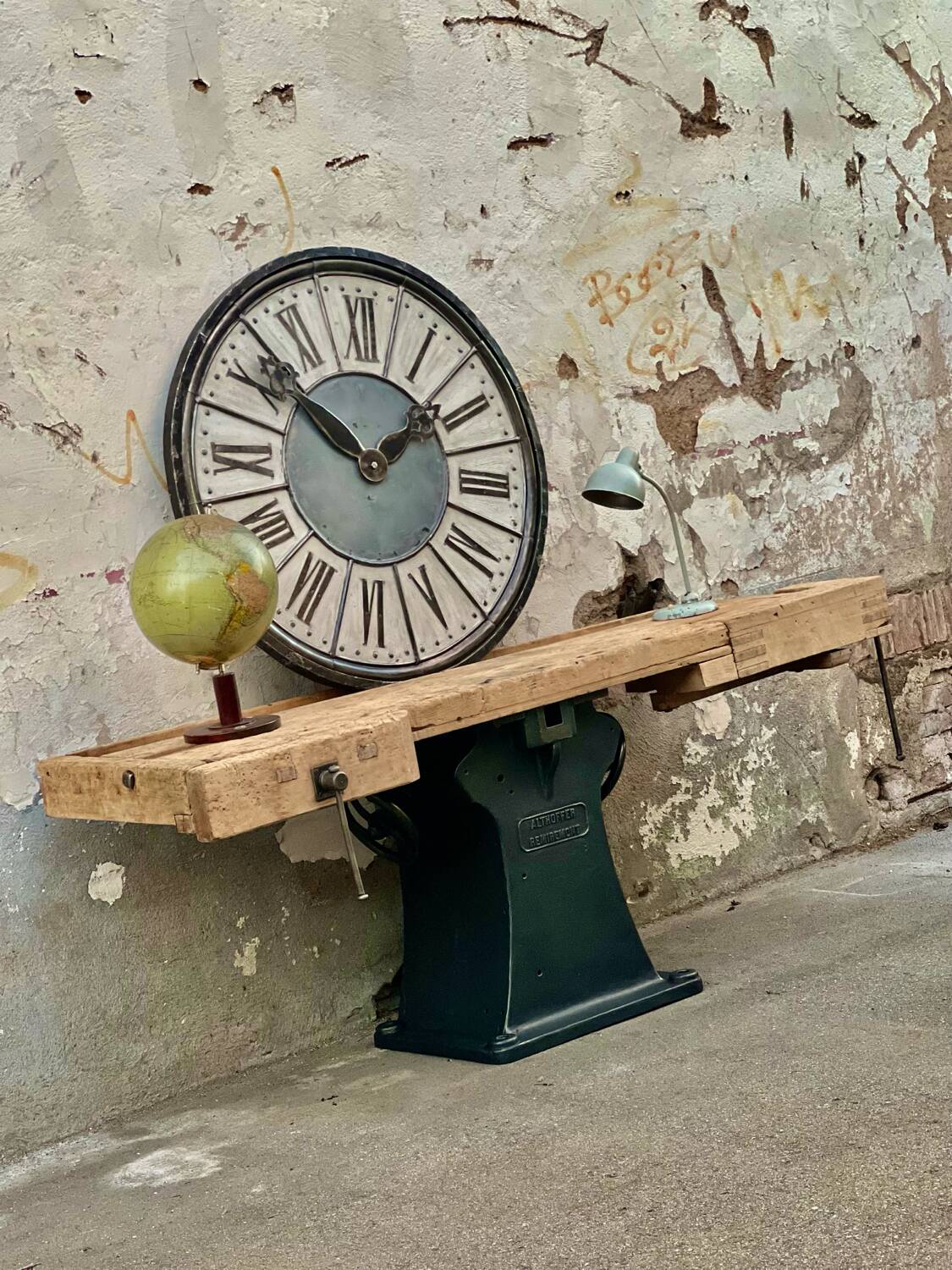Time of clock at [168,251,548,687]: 1:51
